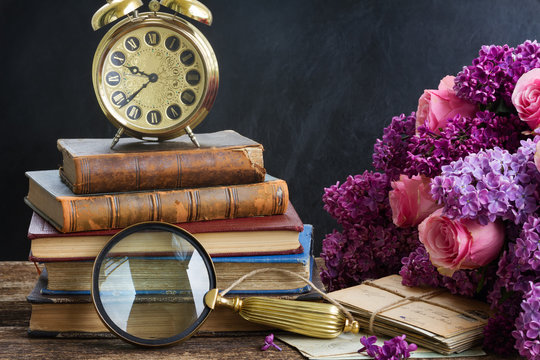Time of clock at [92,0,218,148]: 9:38
